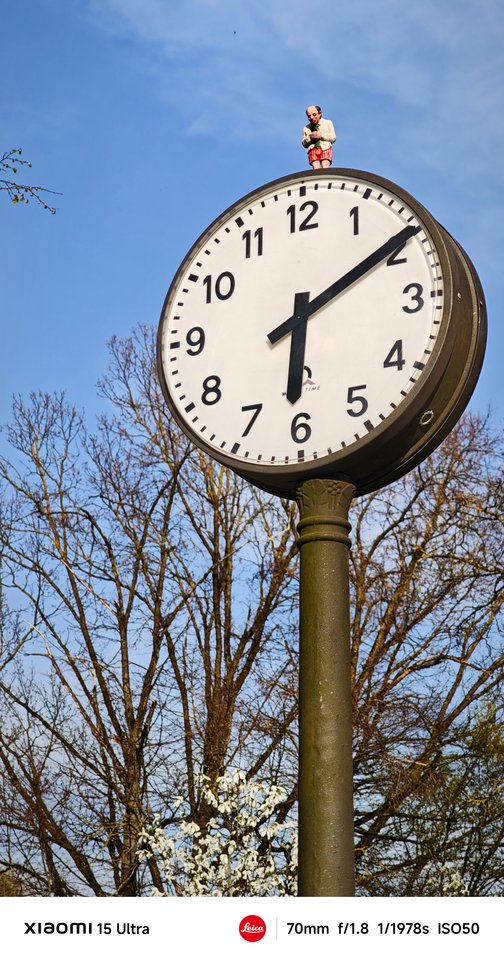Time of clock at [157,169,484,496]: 6:09
